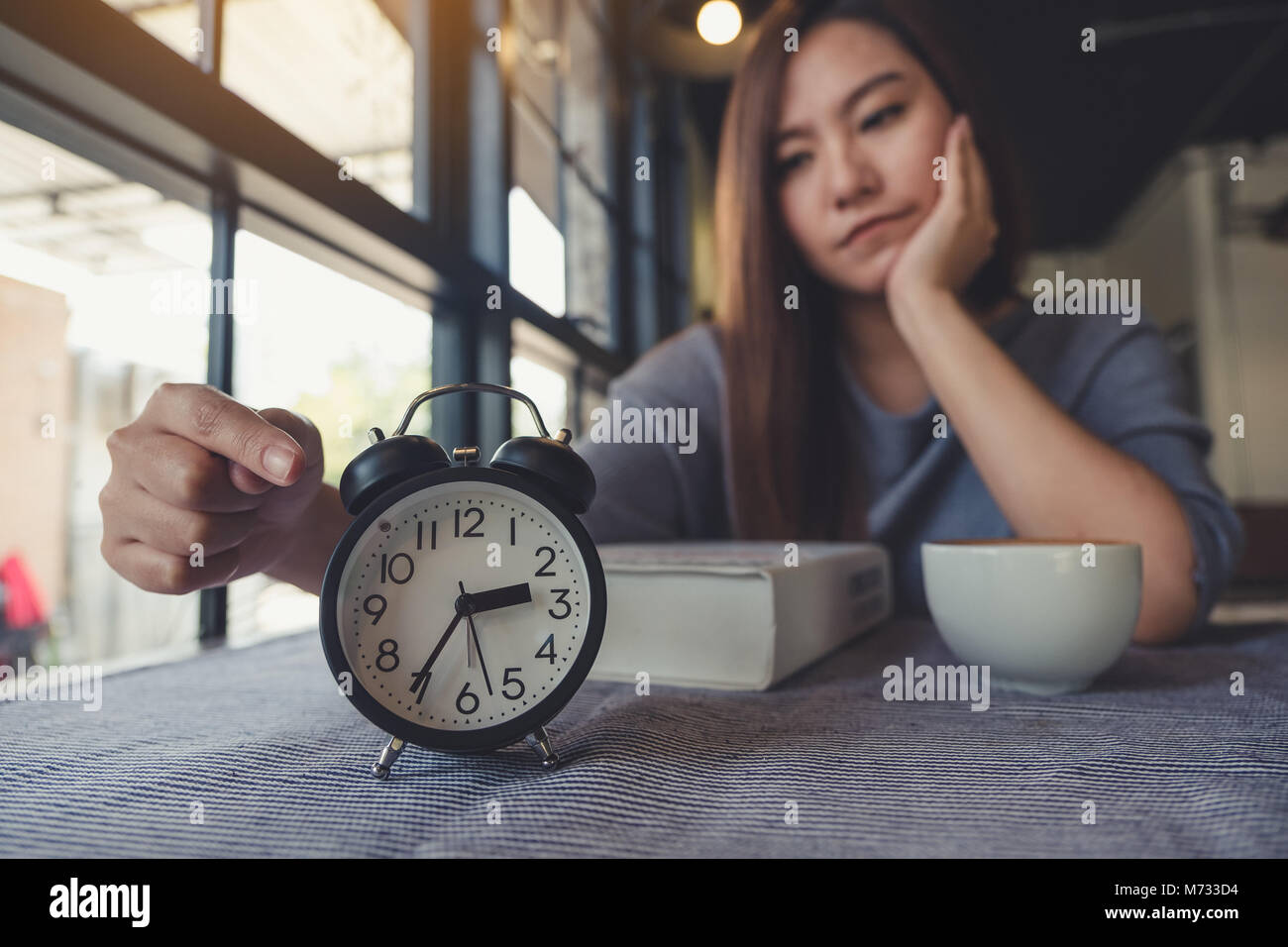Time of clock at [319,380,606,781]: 2:35
